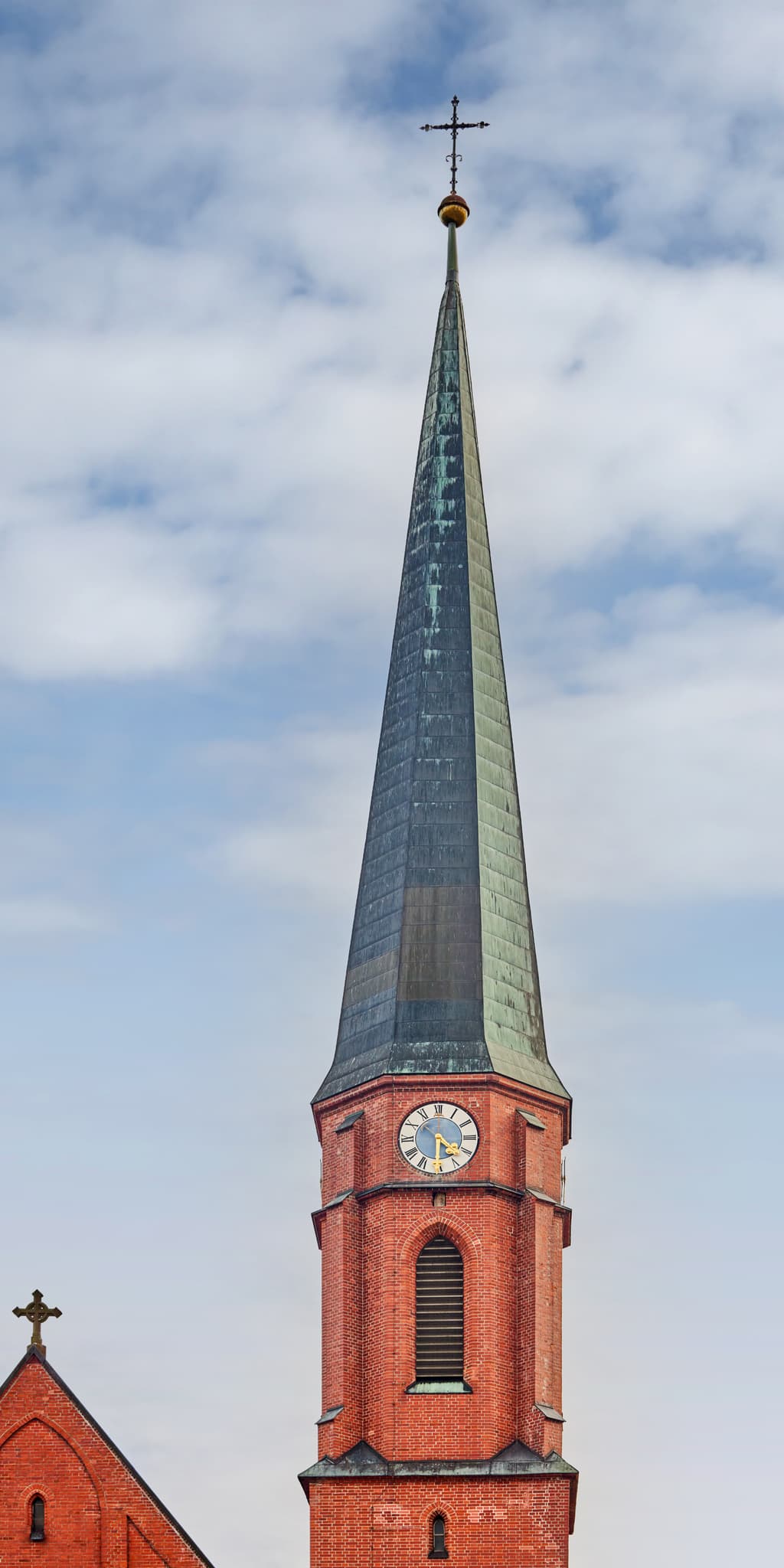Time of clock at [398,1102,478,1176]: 4:30
